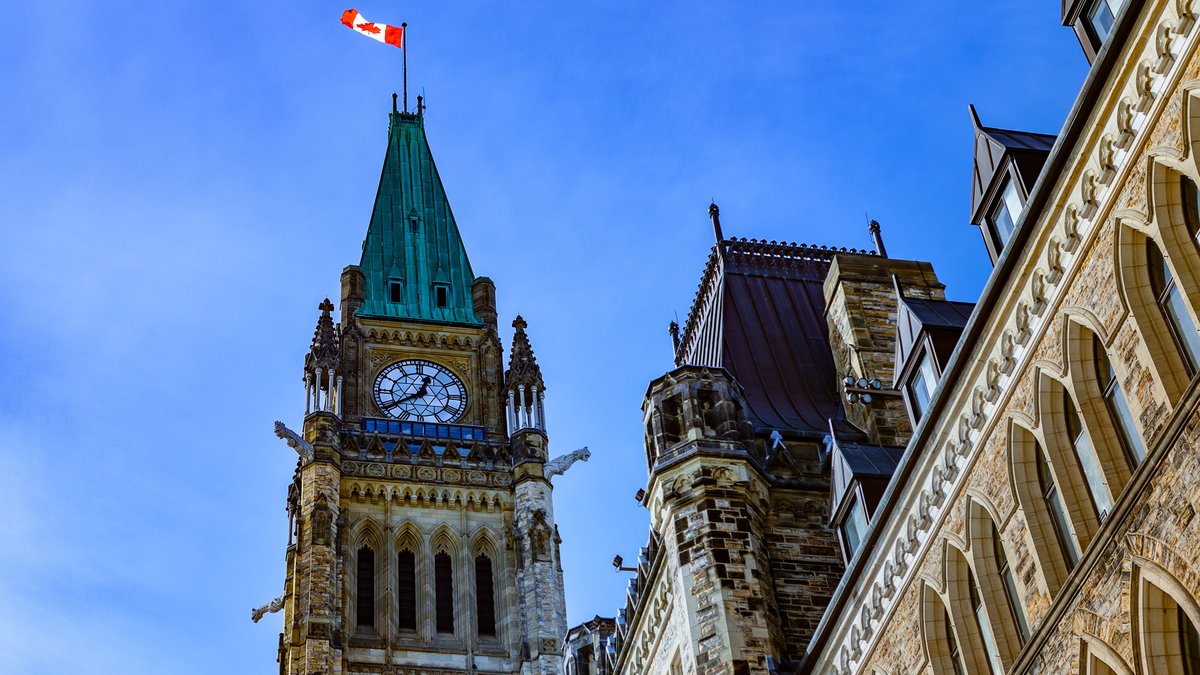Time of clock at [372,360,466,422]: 12:39
